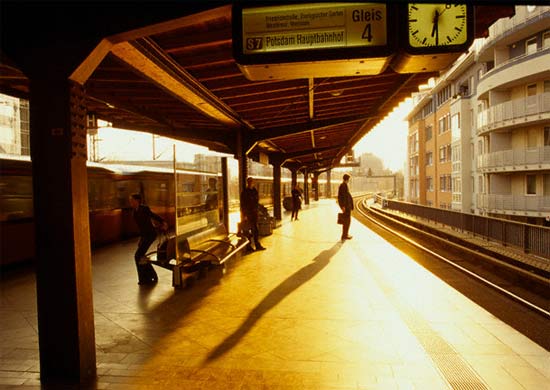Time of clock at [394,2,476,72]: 6:29
